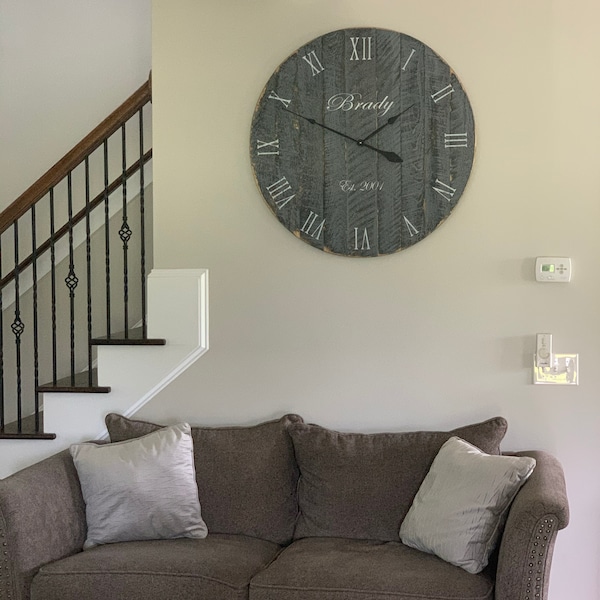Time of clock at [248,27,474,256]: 1:49
